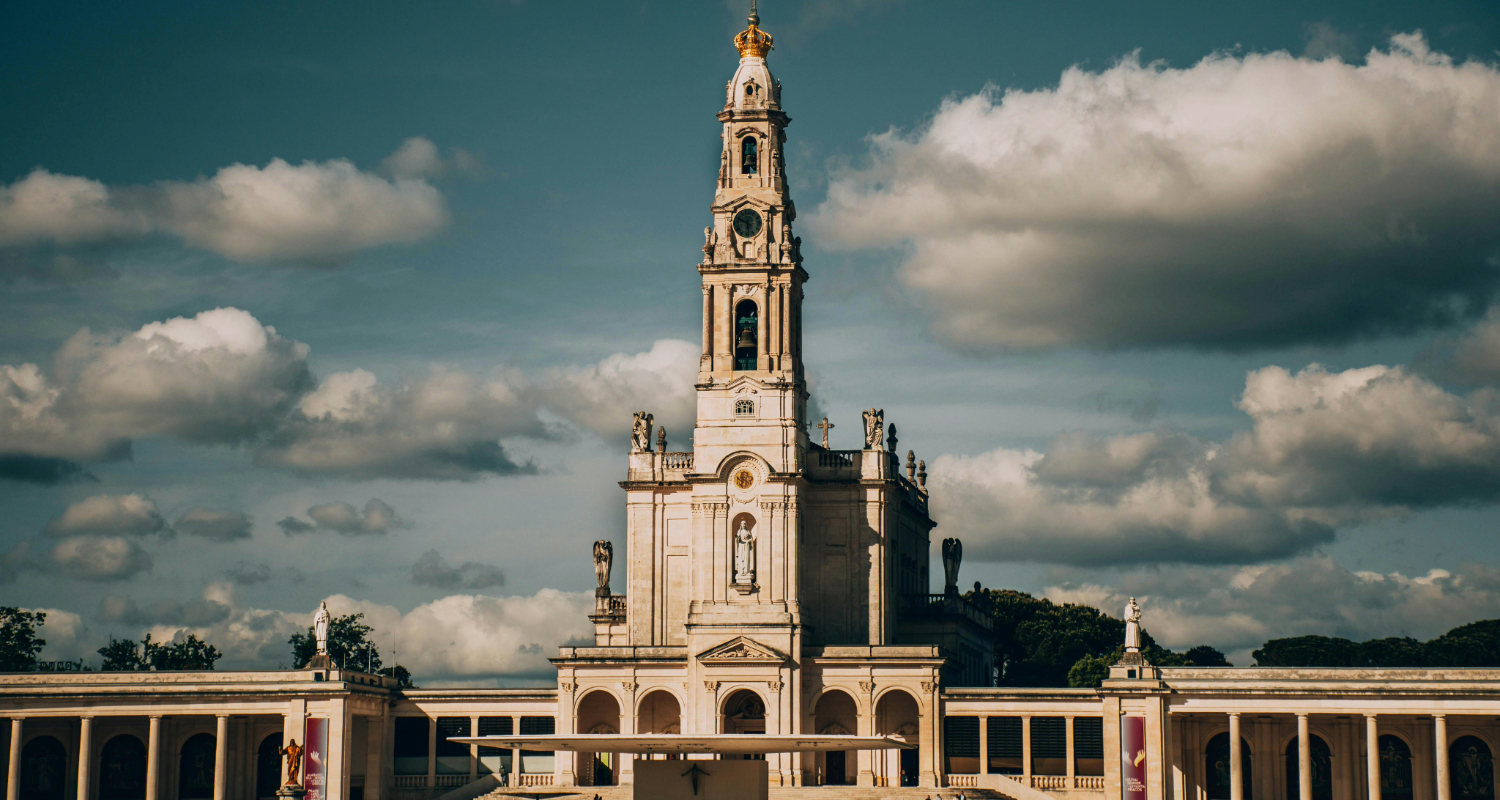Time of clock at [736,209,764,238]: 5:49
